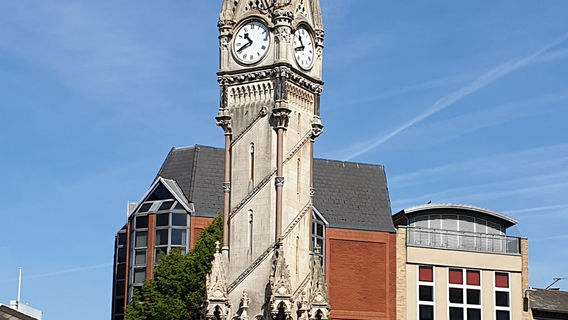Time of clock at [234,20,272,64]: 10:41
